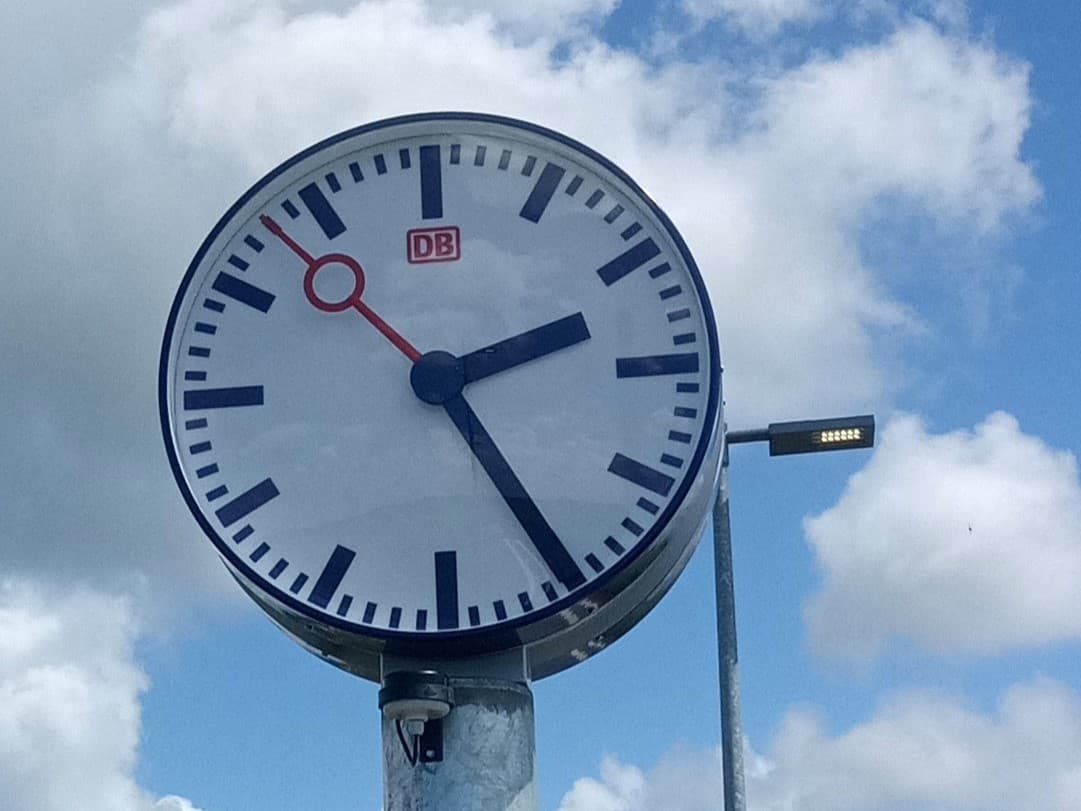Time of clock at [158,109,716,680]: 2:24
